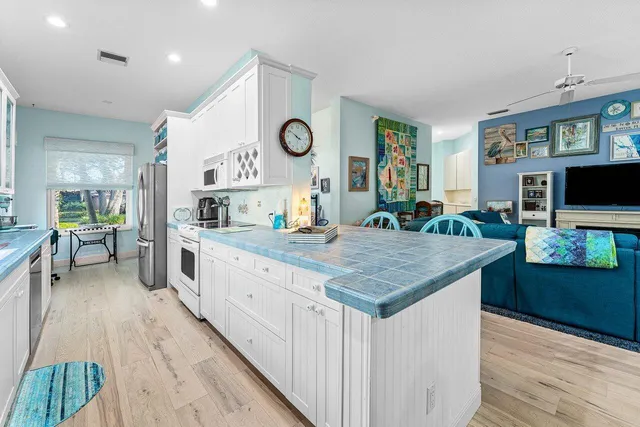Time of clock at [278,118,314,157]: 3:51
